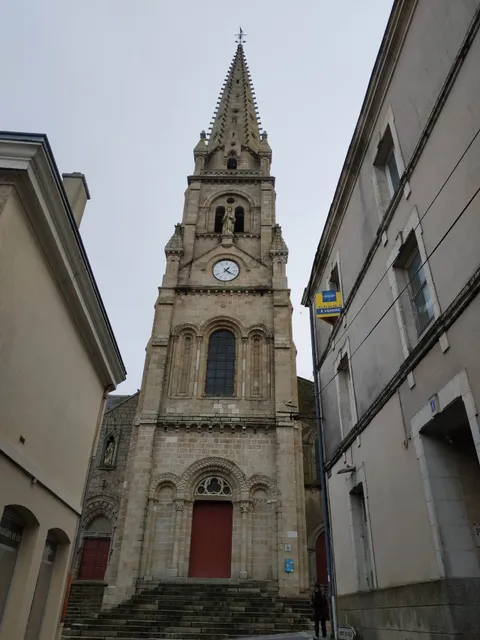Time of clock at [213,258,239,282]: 1:20
